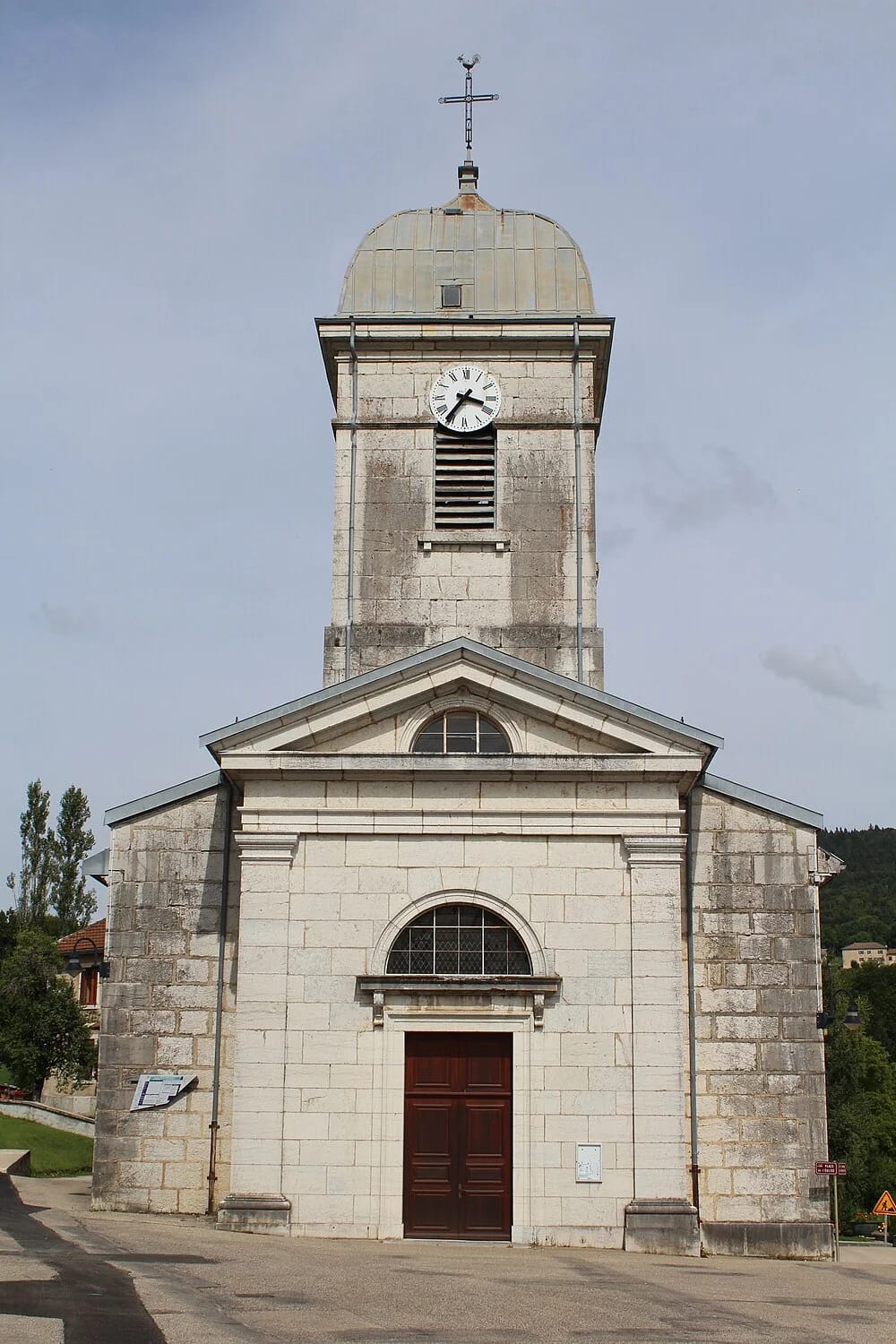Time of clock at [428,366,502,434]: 3:36
